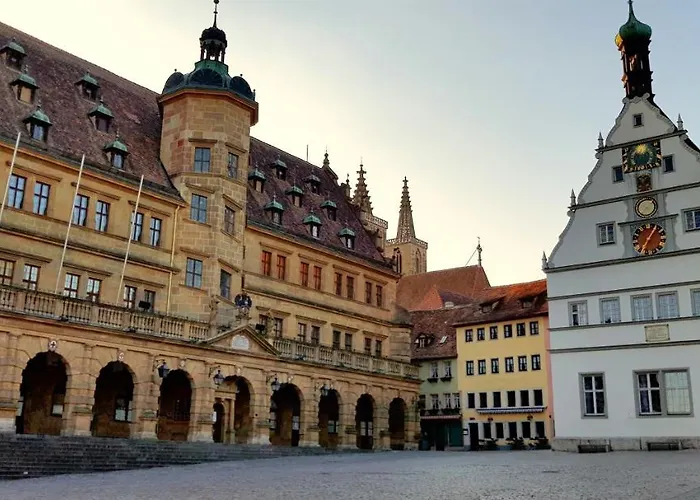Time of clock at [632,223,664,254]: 7:06
